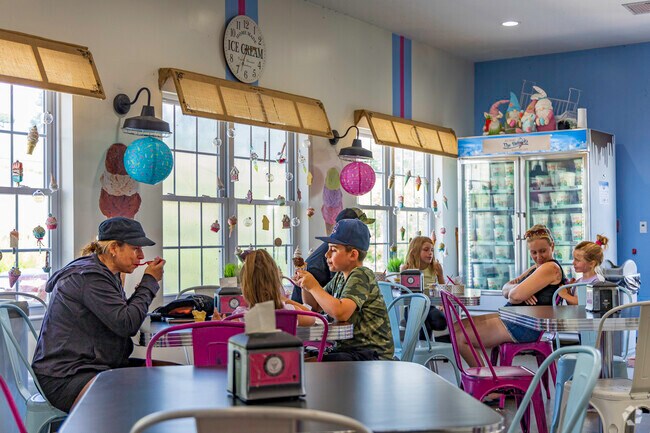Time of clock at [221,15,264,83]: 2:33
